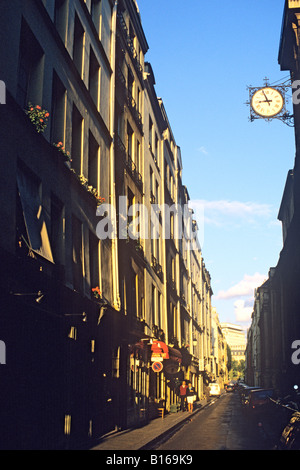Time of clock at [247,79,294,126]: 8:56
